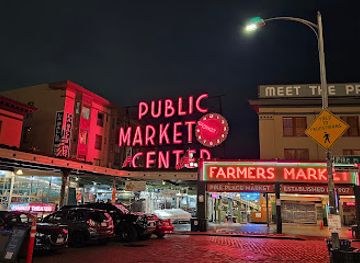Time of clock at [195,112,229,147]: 8:49
